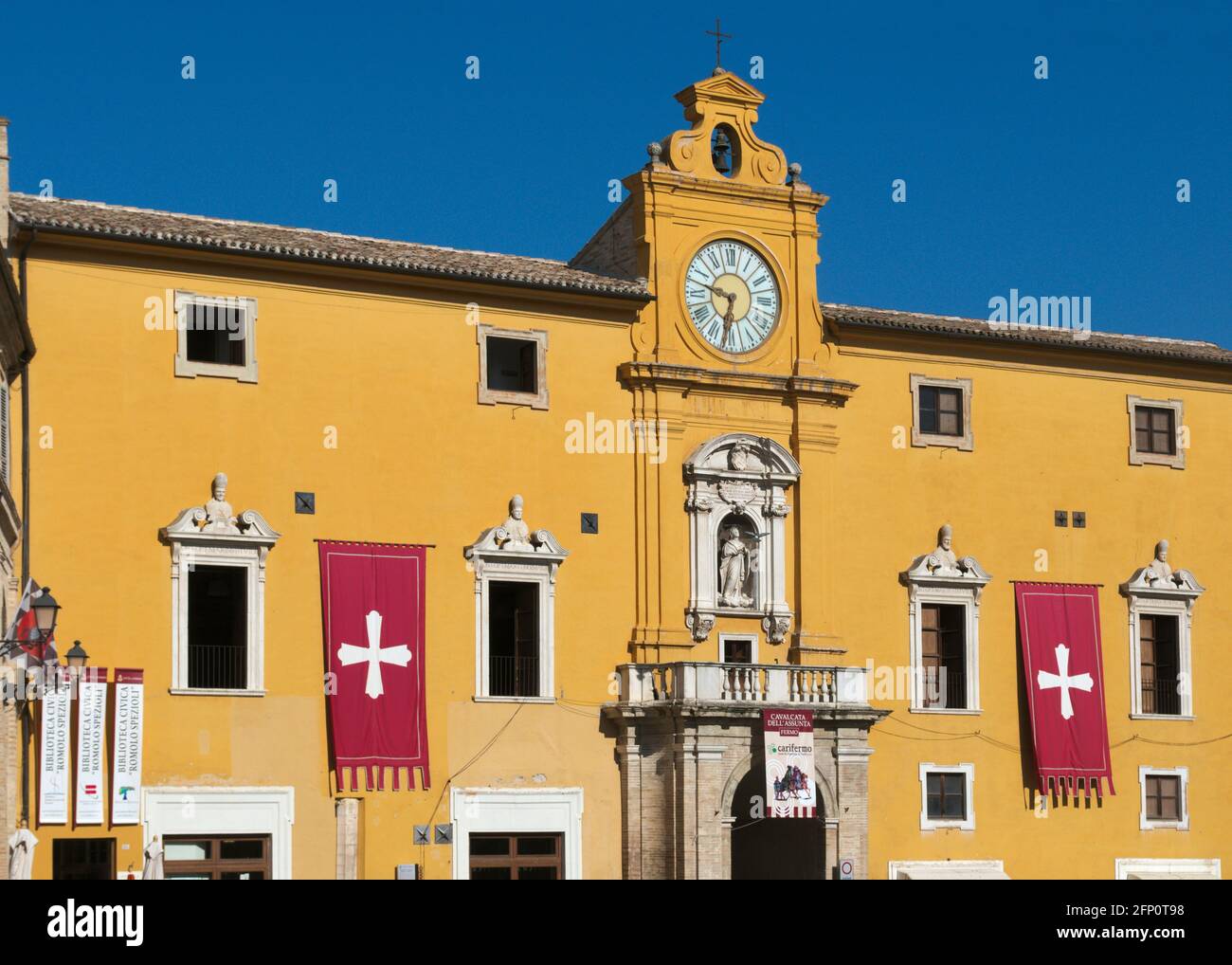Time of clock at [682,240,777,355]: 9:32
